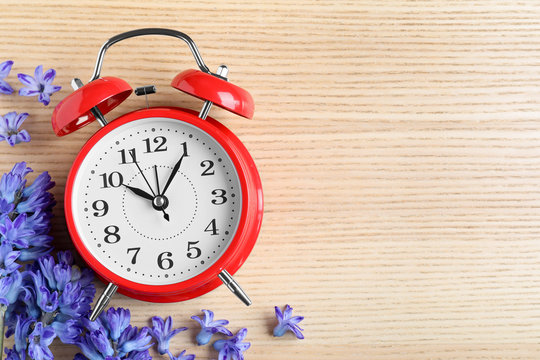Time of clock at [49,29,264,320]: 10:05
